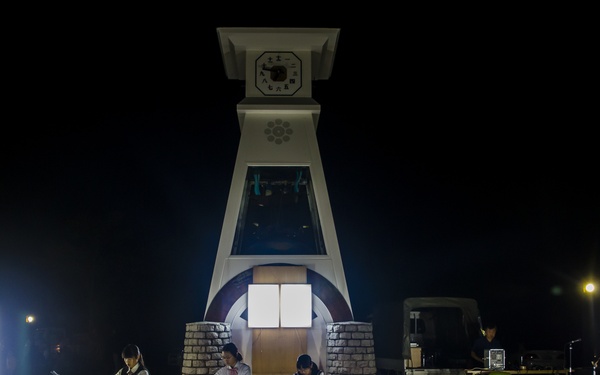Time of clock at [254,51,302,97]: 6:47
